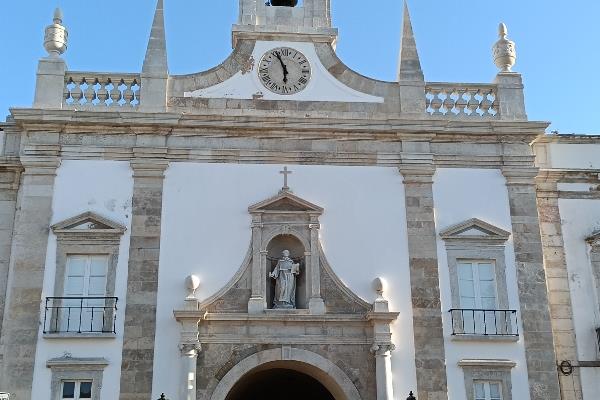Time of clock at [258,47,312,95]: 5:55
